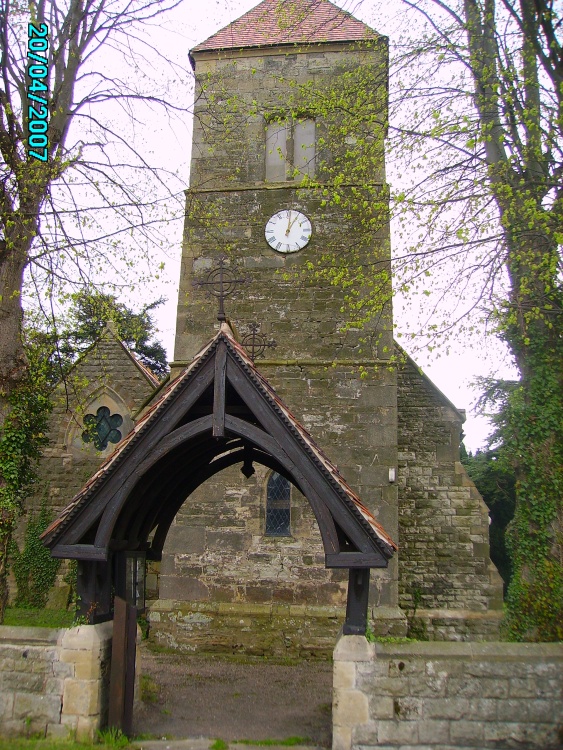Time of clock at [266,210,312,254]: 1:01
